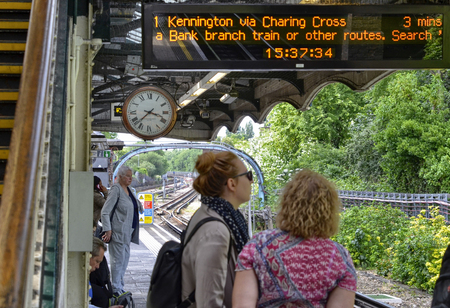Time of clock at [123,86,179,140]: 3:37
